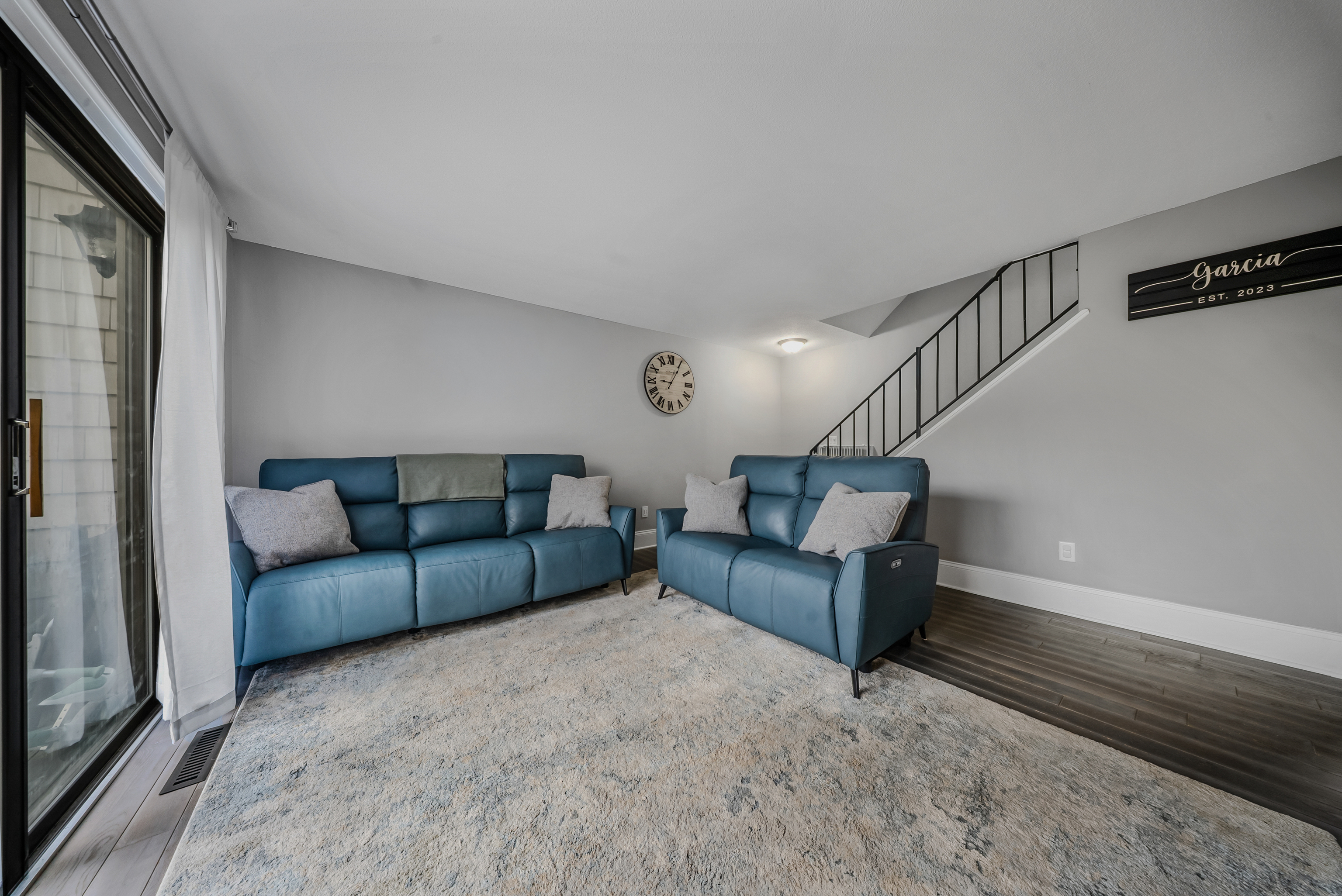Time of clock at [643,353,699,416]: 9:05
